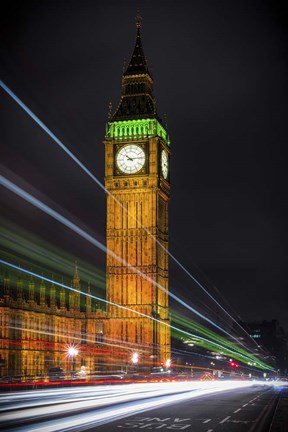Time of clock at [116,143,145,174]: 10:13
